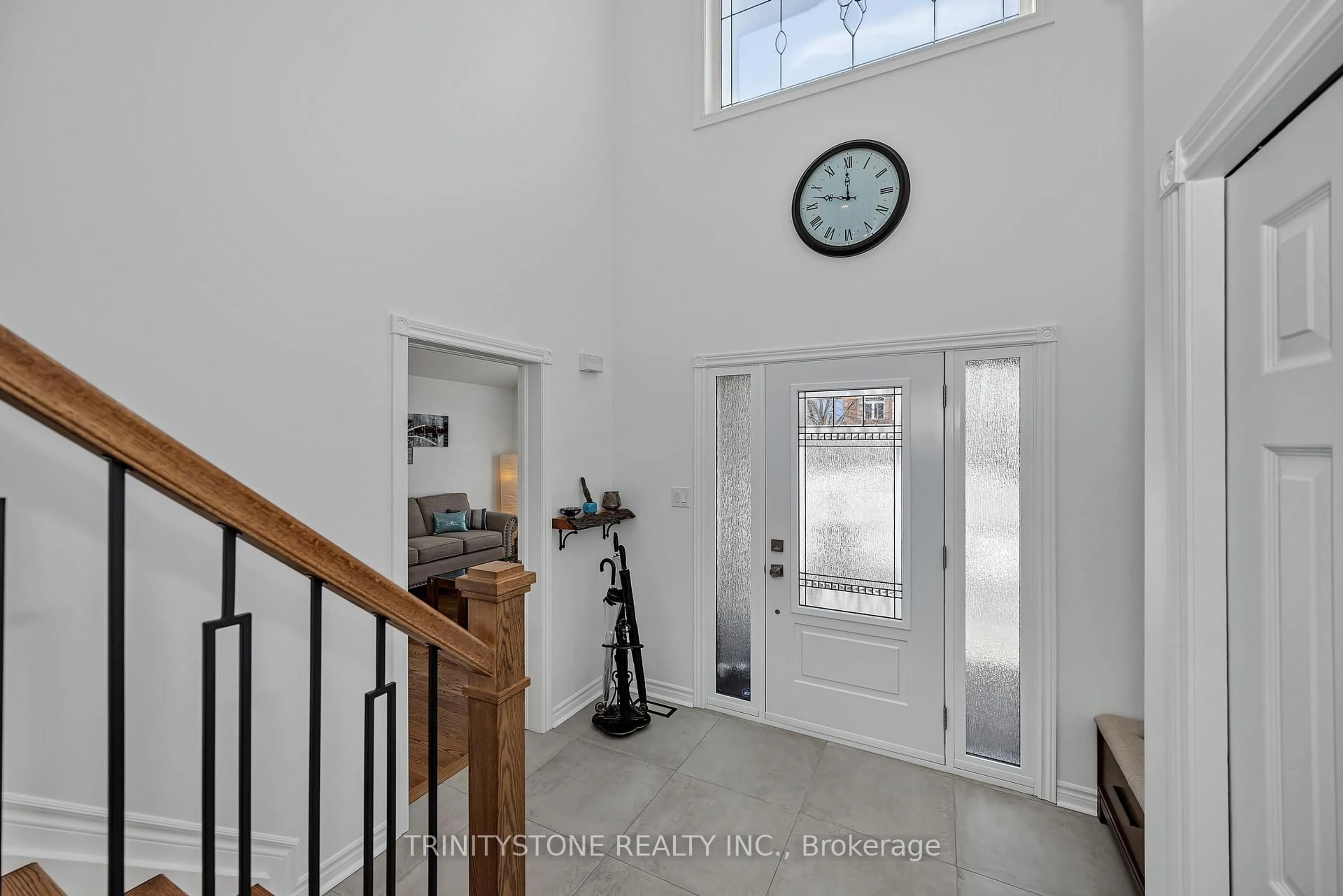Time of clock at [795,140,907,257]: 11:47
